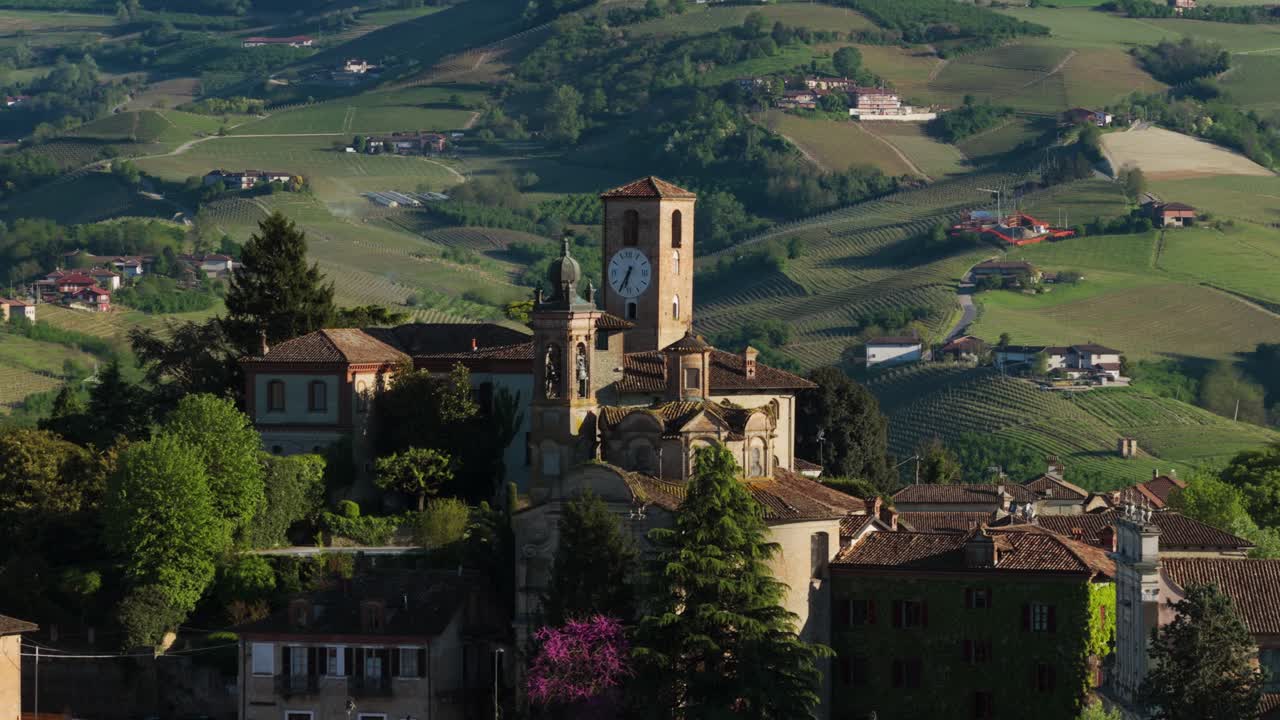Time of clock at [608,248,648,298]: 6:35
